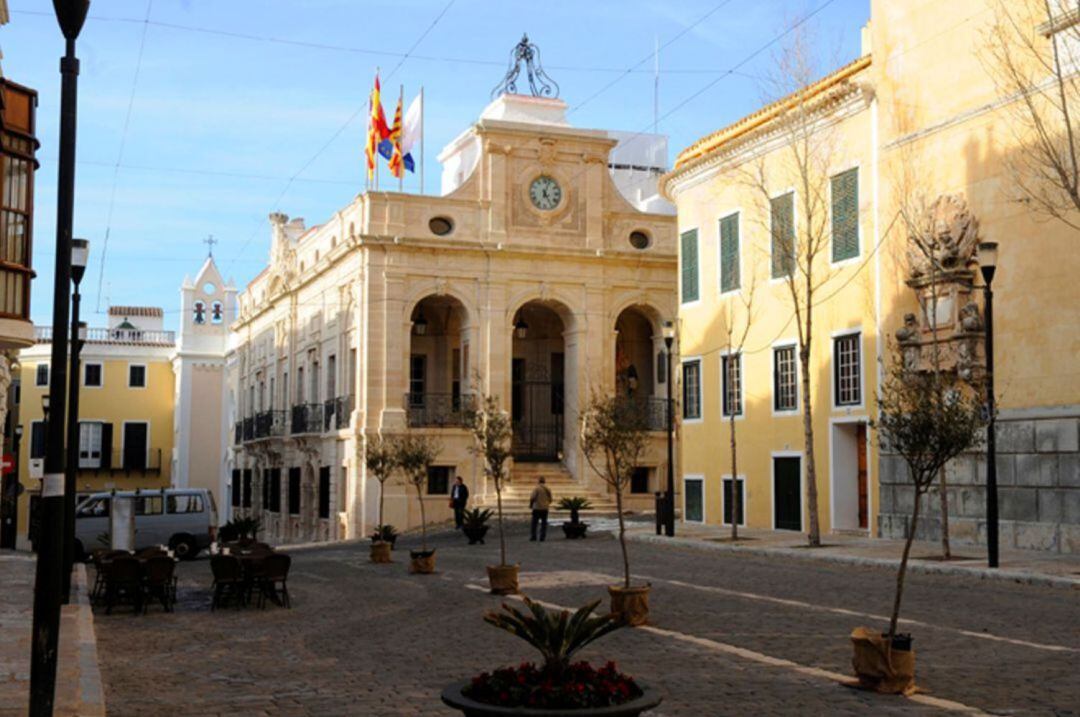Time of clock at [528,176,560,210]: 5:03
